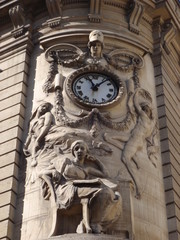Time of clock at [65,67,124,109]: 11:07
